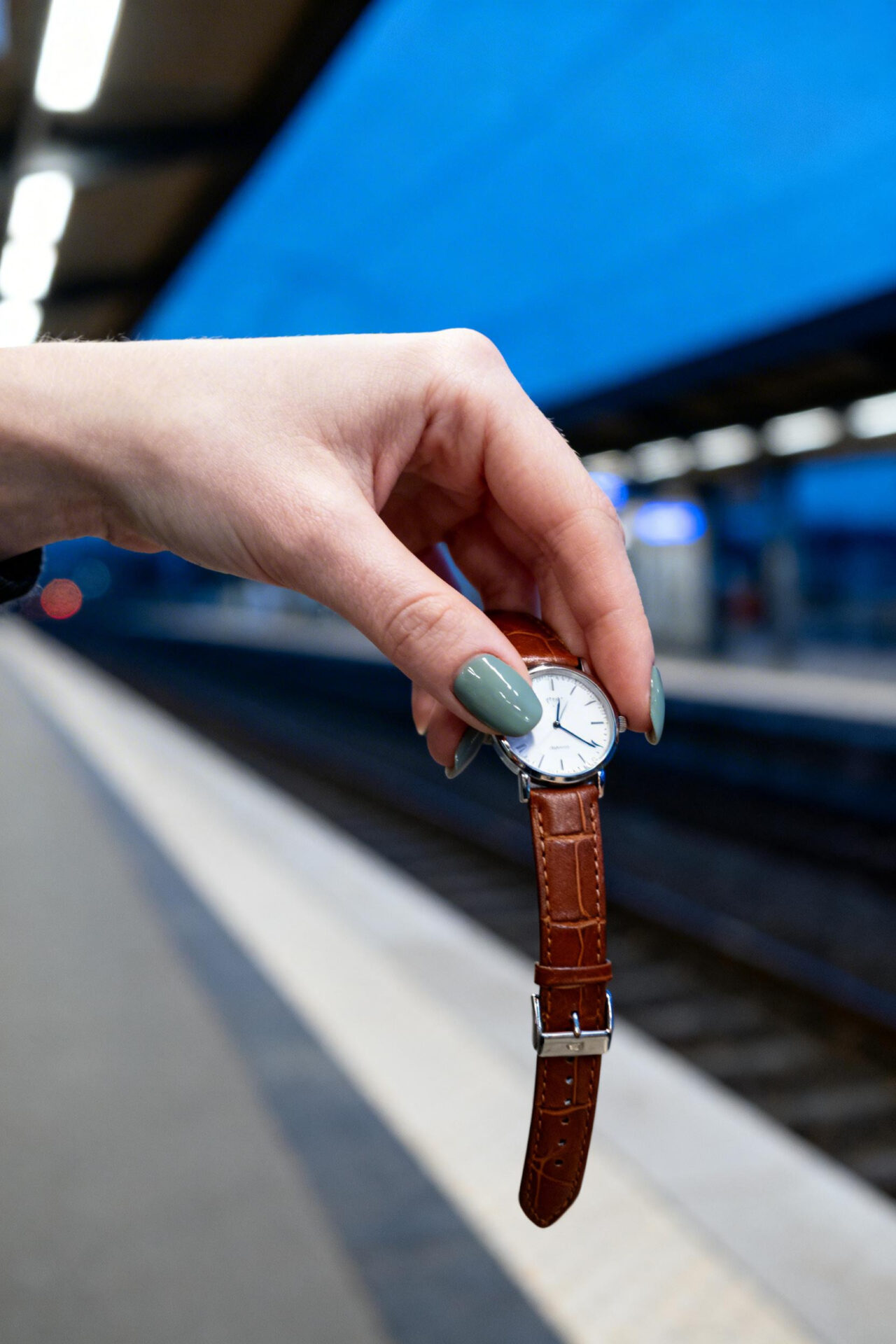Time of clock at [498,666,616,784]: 12:20
